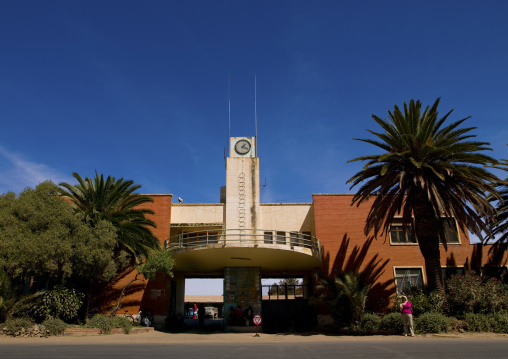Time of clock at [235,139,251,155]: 1:18
